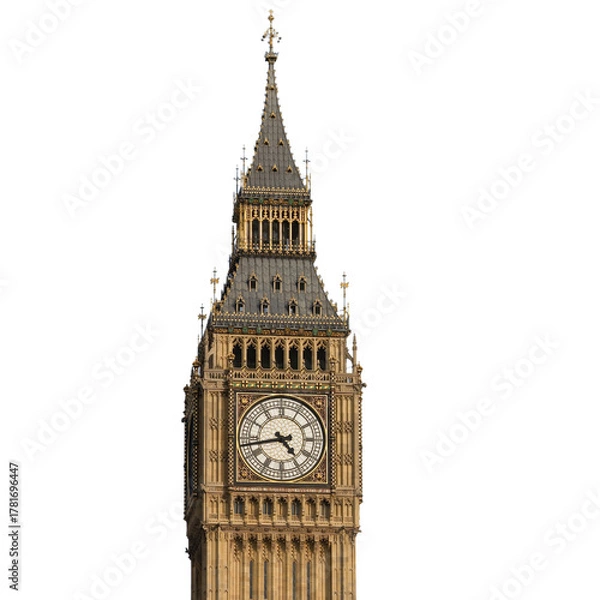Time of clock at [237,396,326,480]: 4:42
